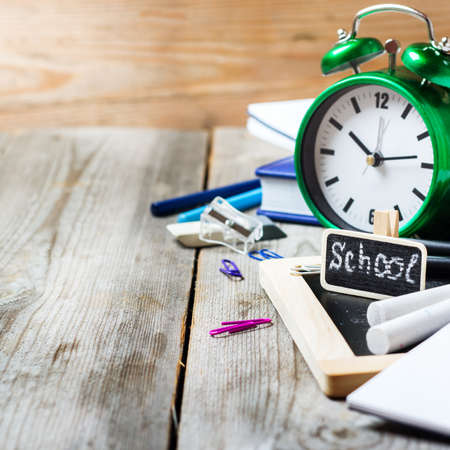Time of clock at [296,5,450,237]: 10:13
